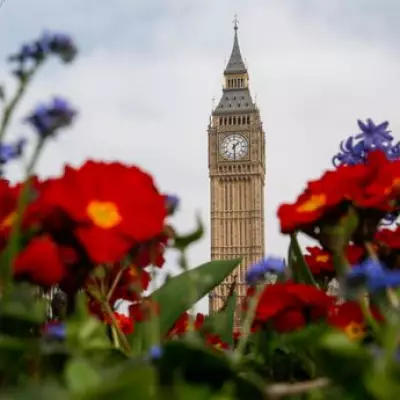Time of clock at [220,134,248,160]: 1:29
